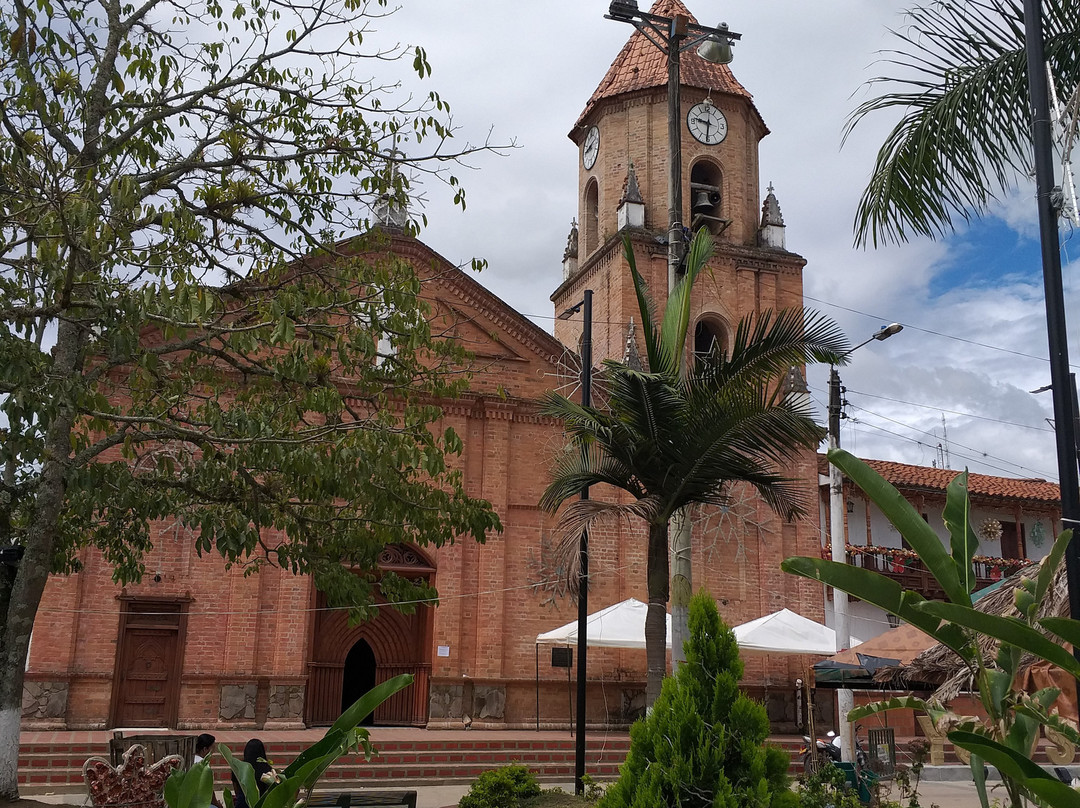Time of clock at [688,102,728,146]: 9:31
